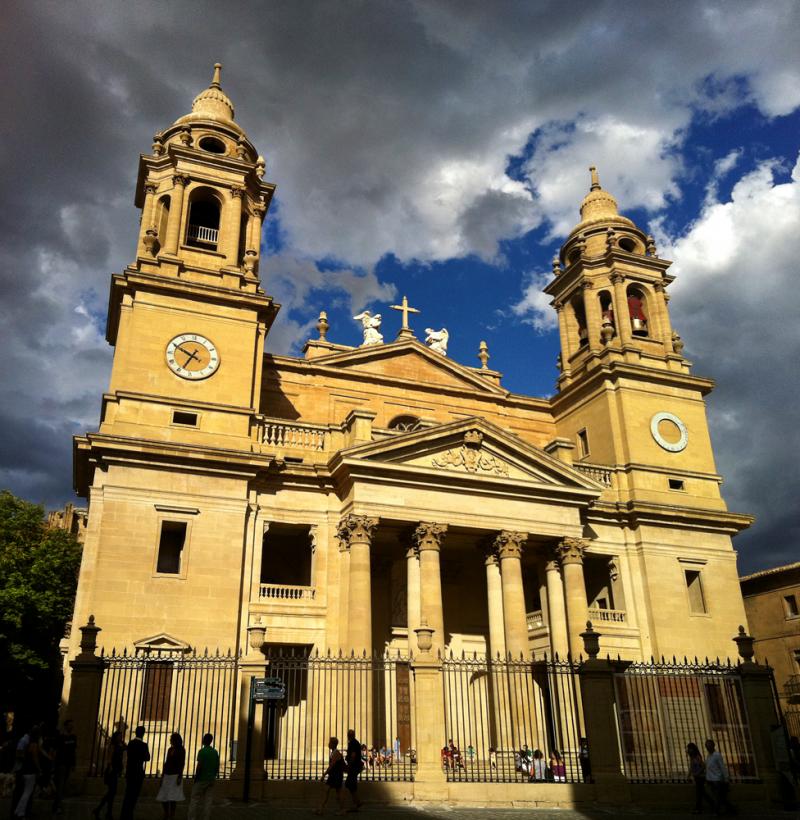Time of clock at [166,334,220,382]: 6:49
